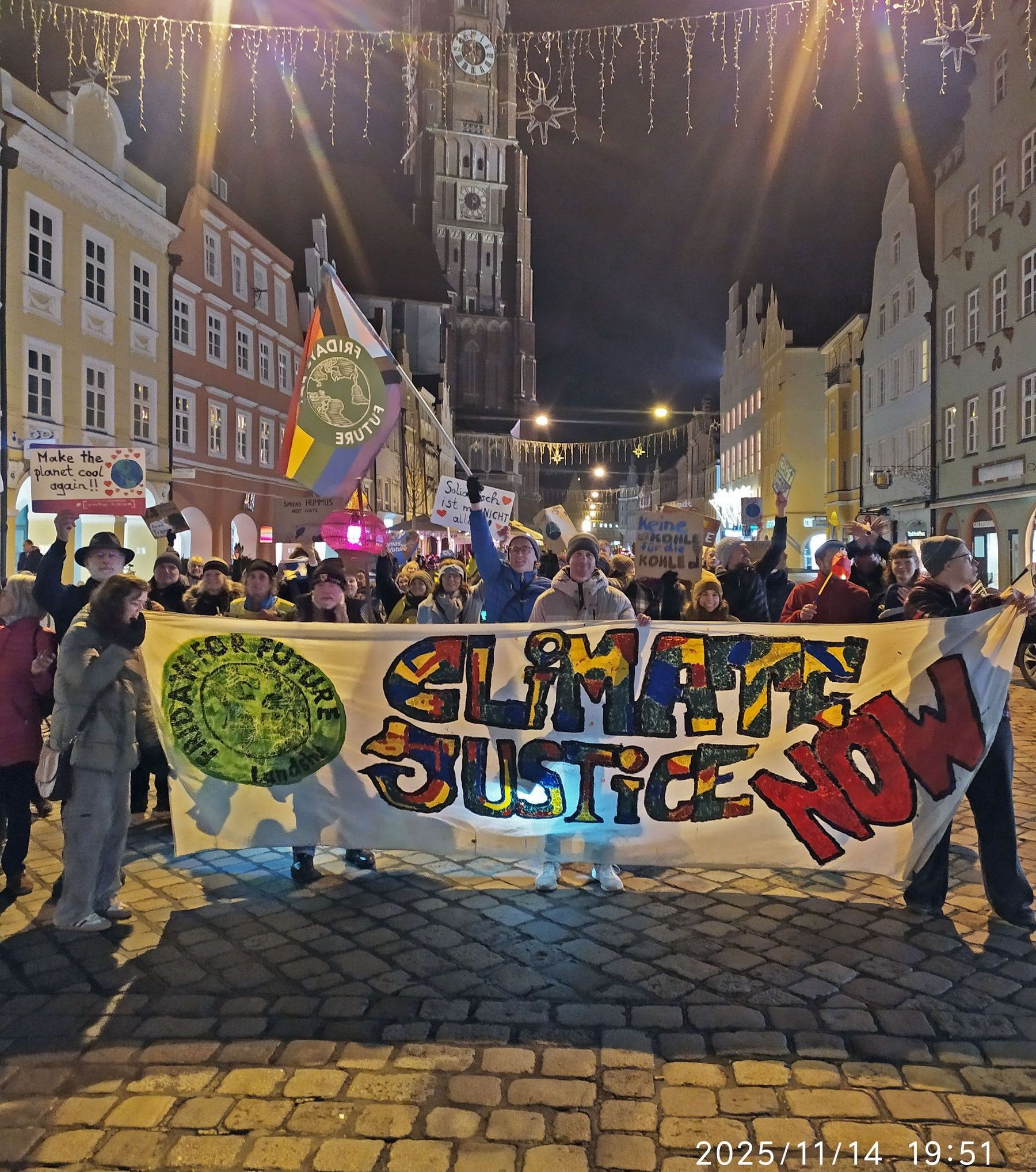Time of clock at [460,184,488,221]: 2:29
